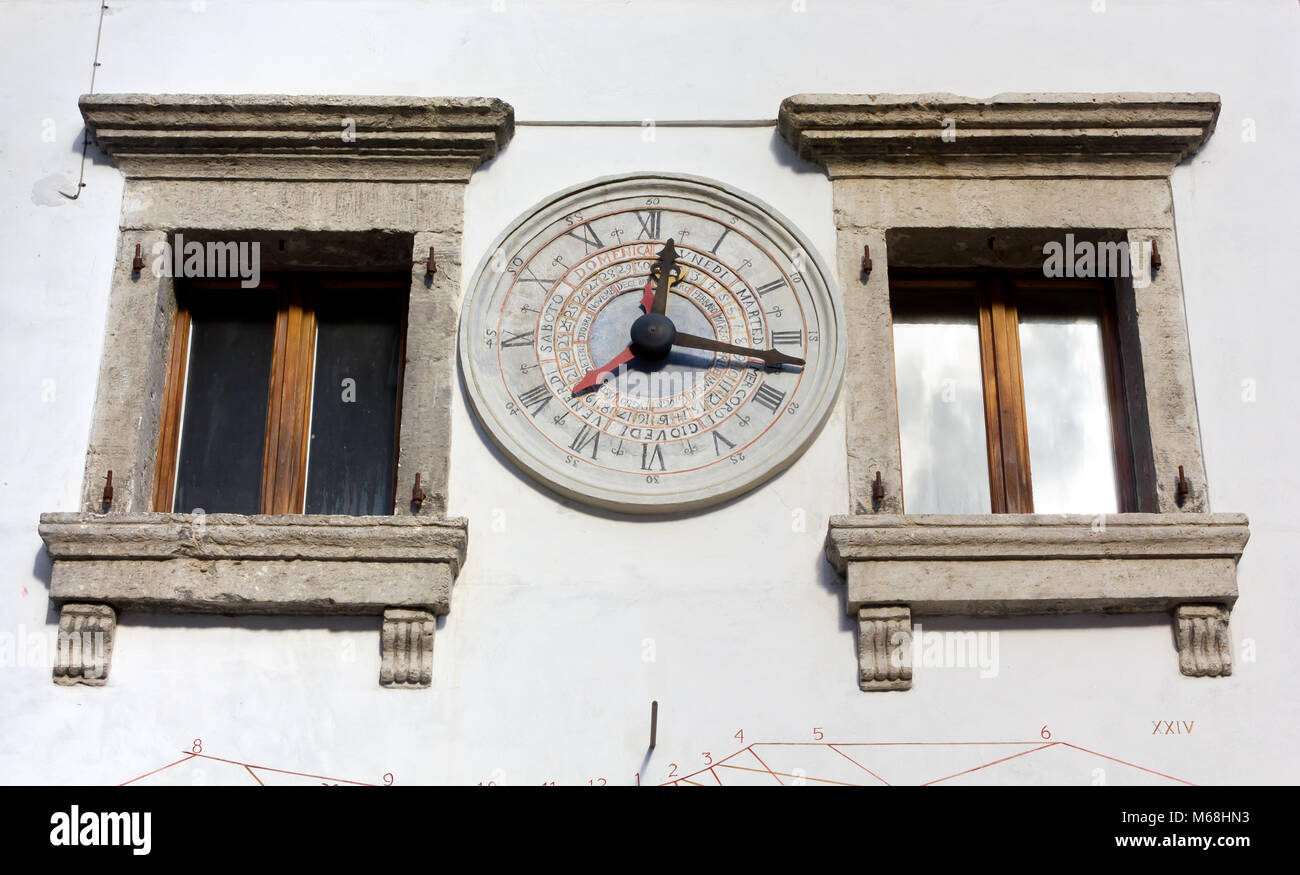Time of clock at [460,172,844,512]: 12:16
